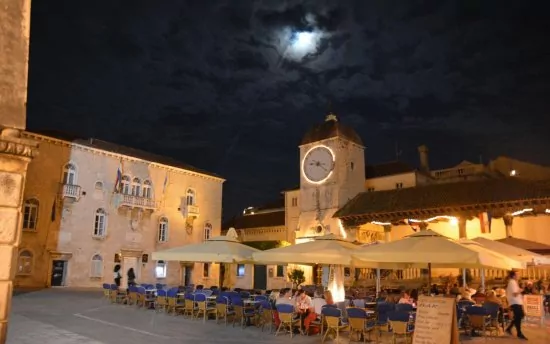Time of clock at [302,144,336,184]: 9:21
